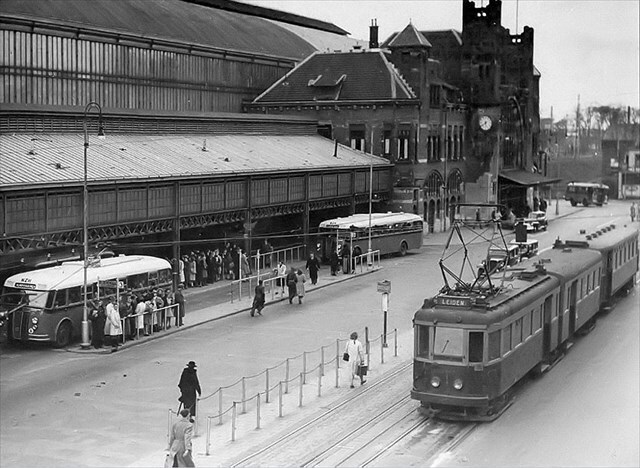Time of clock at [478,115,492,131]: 5:38
